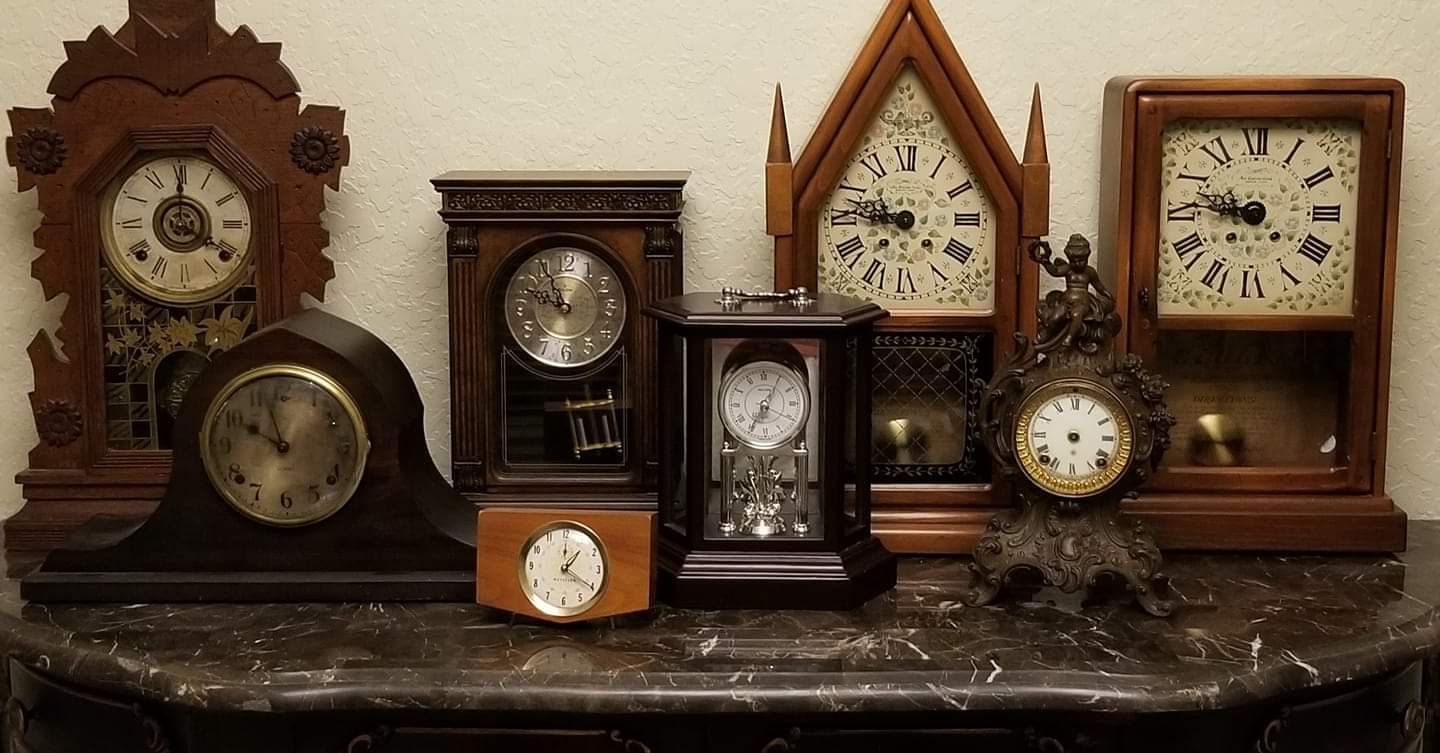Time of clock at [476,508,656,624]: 1:20
